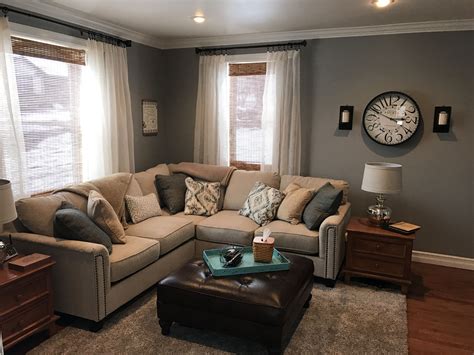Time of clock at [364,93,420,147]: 2:48
